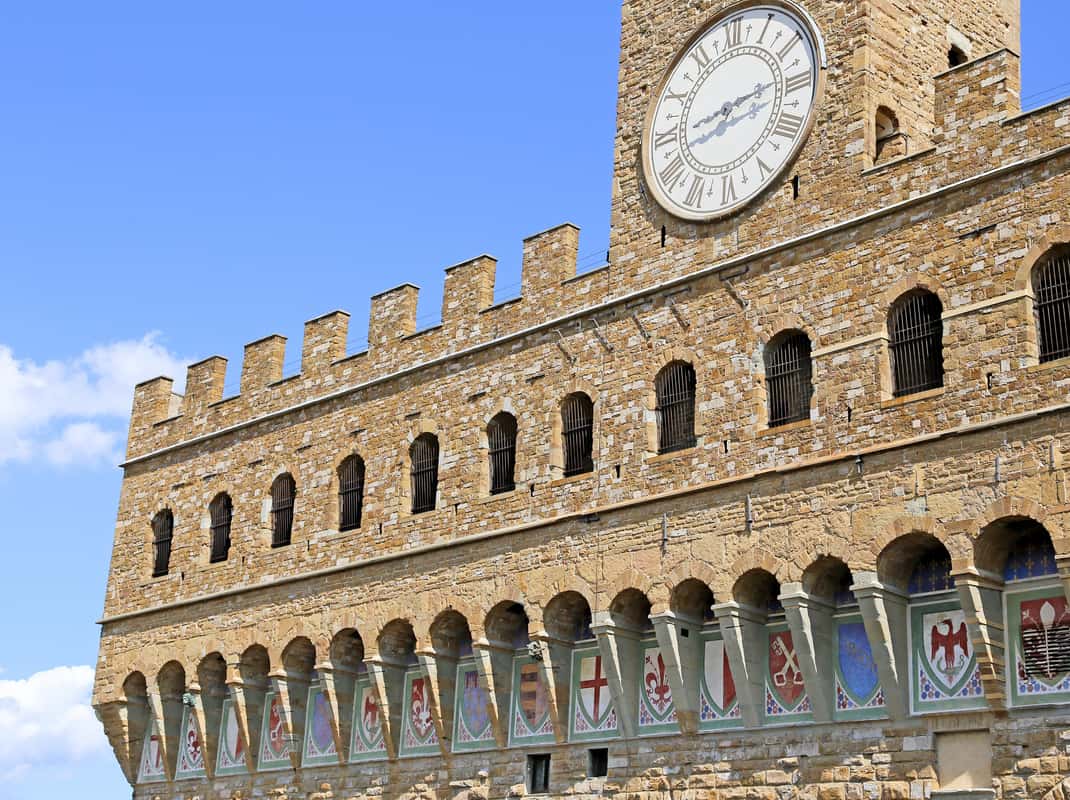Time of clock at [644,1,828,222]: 8:13
